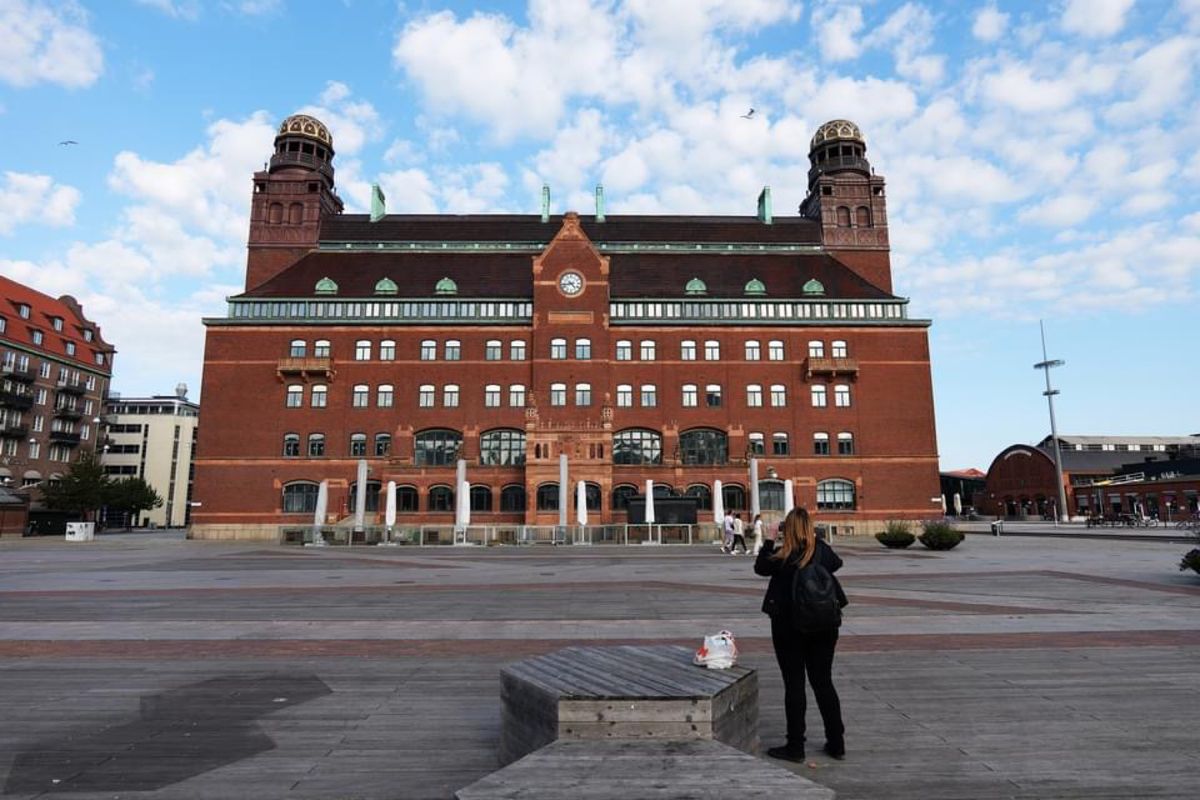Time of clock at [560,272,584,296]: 4:42
